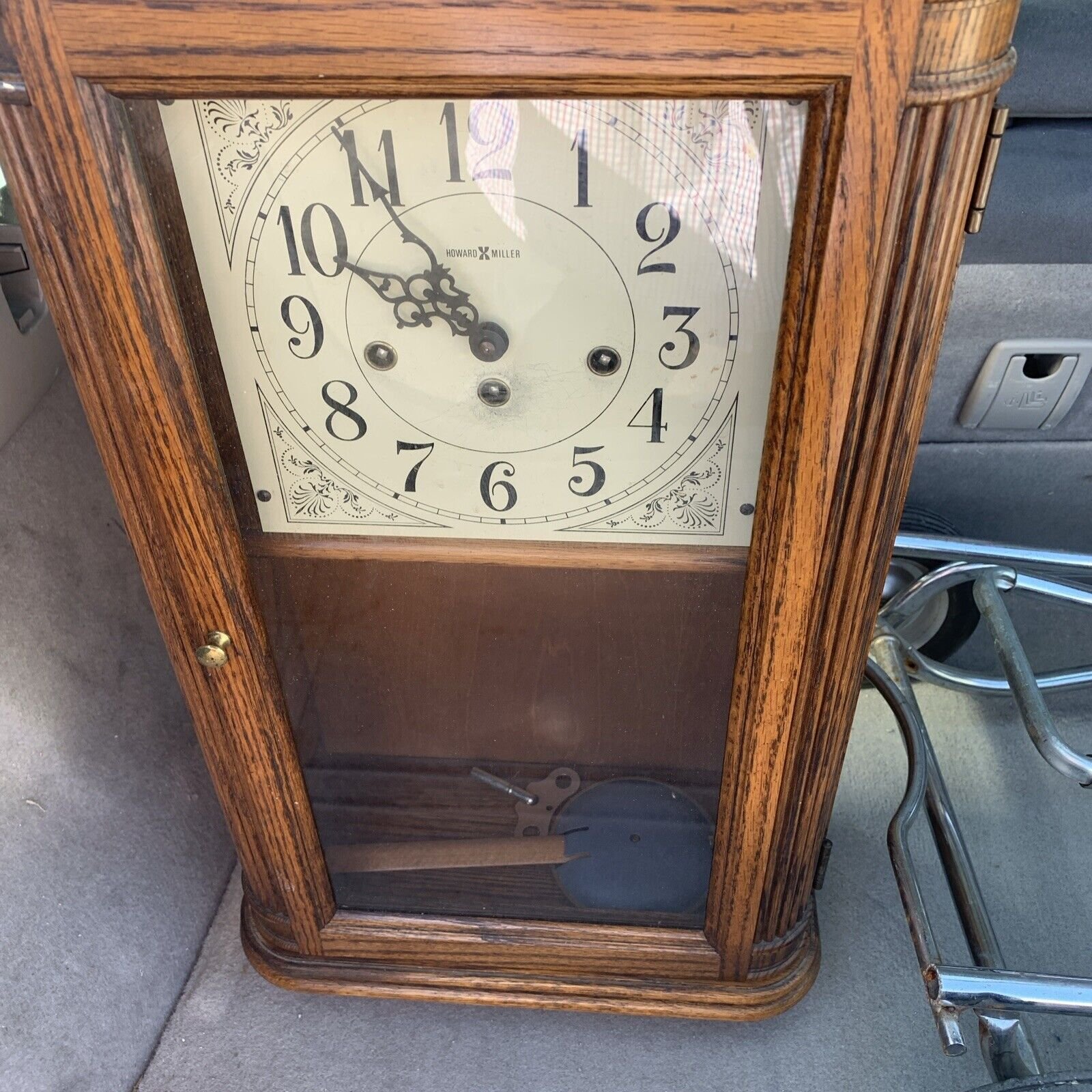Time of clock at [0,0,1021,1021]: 10:50
